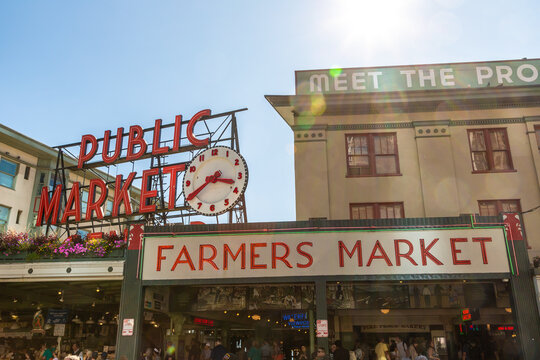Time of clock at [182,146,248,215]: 3:40
